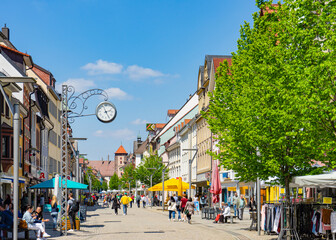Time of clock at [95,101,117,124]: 2:25
